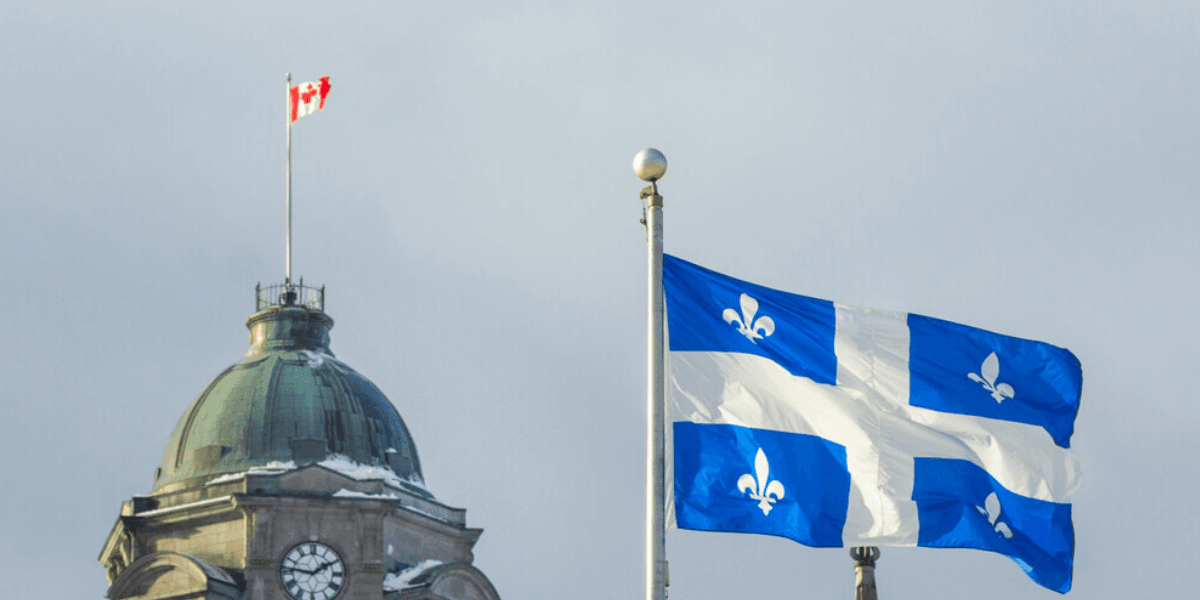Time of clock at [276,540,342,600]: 1:46
